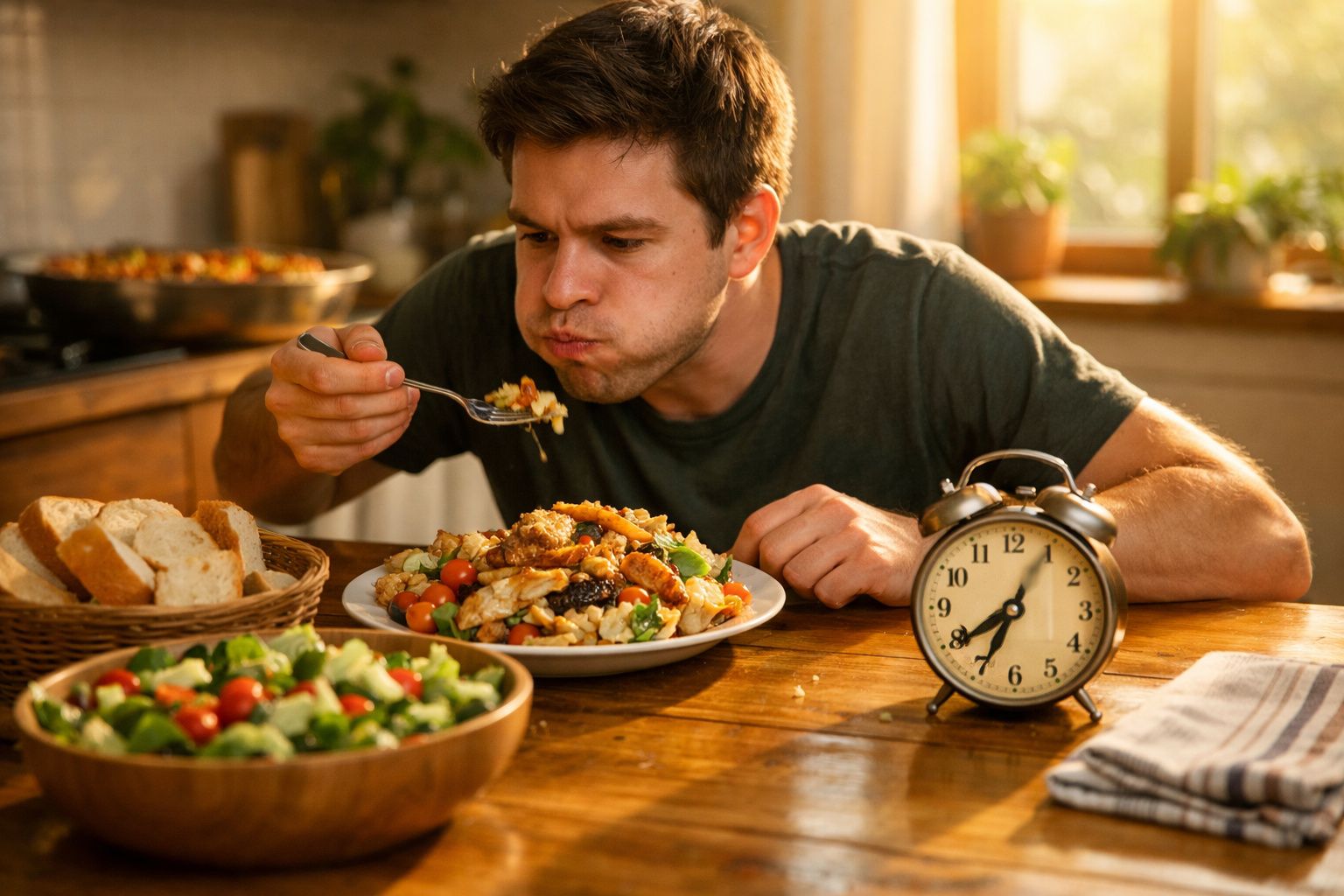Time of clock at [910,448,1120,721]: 8:04
